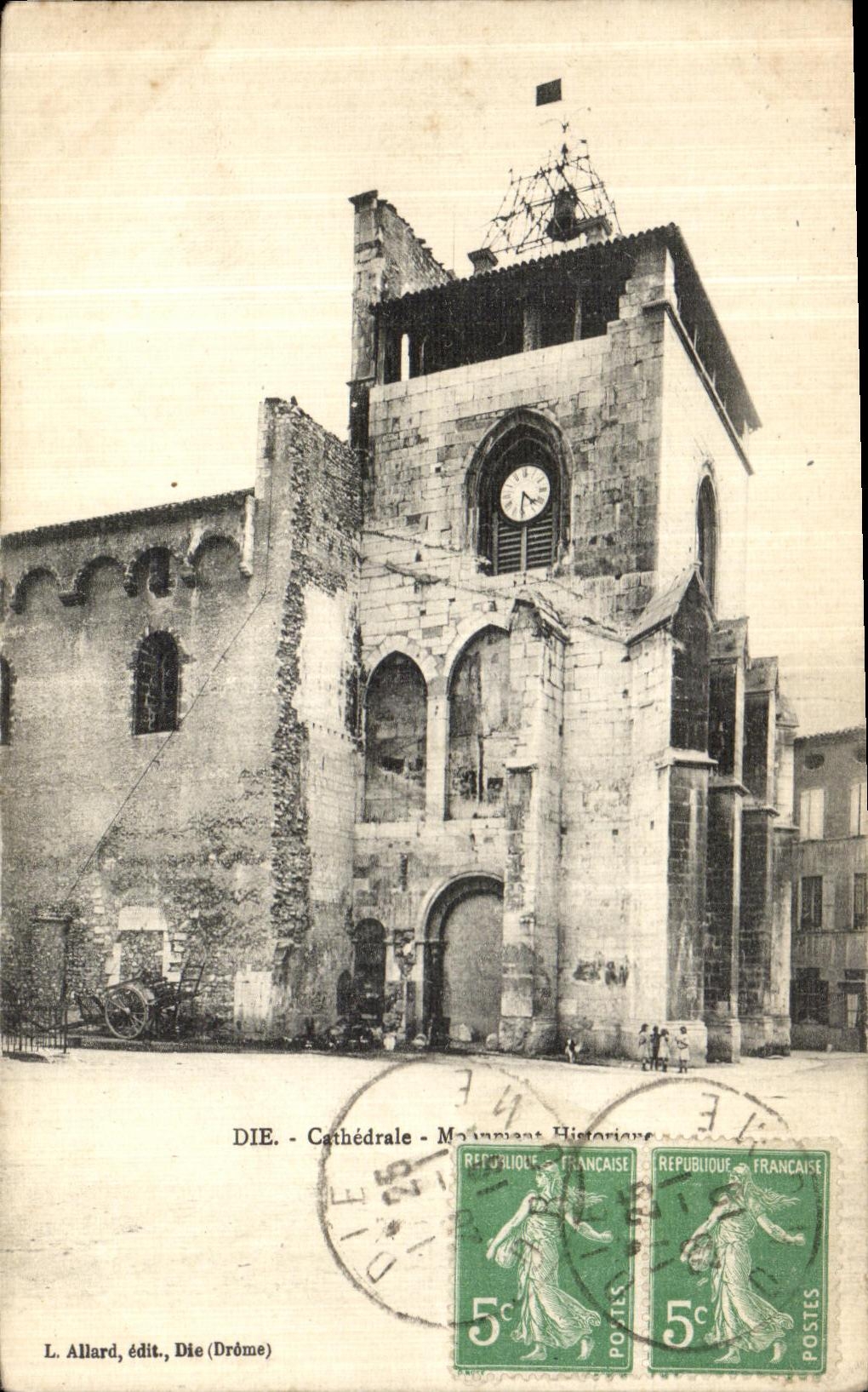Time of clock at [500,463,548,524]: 4:31
